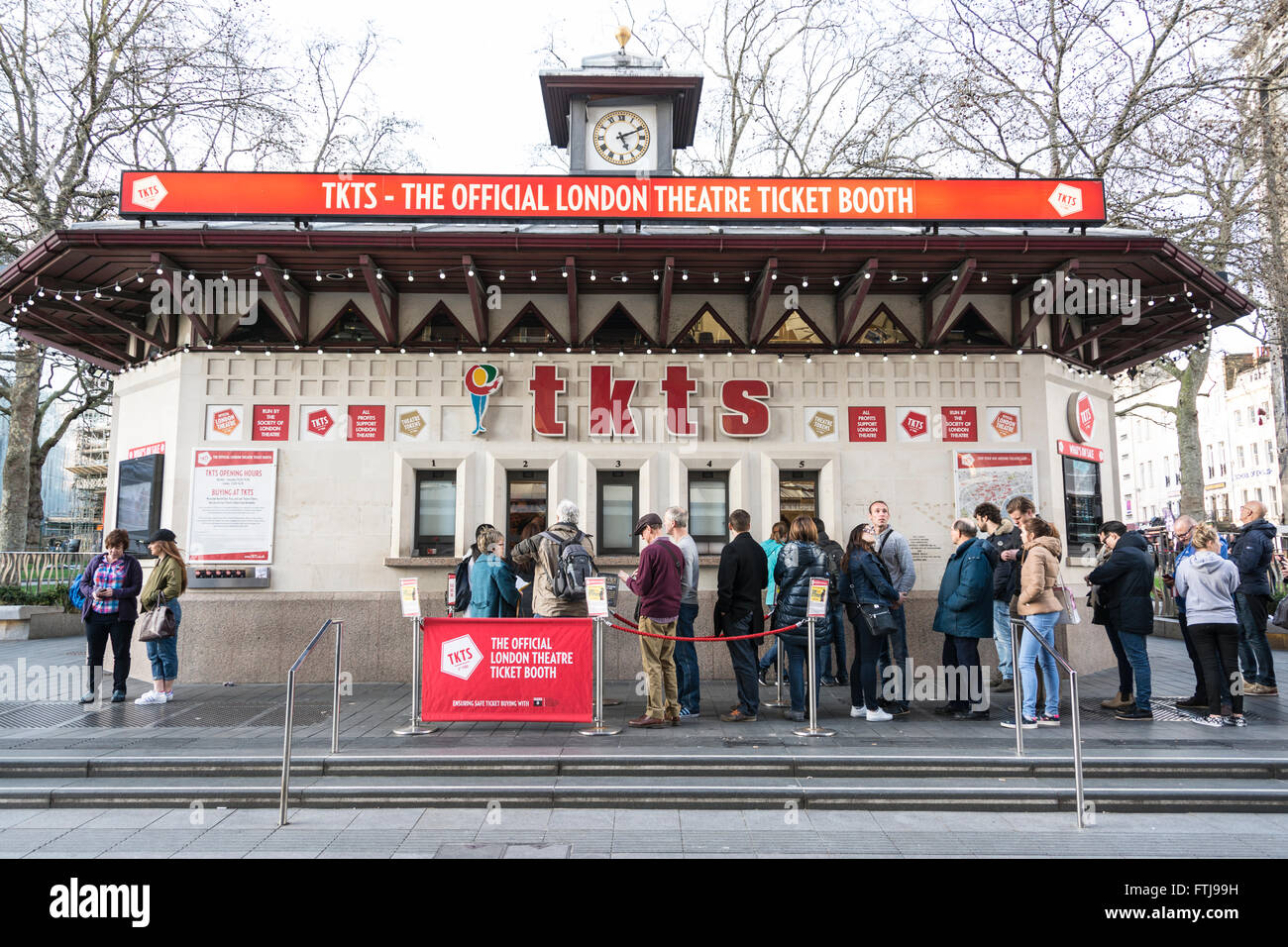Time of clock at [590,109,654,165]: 5:11
